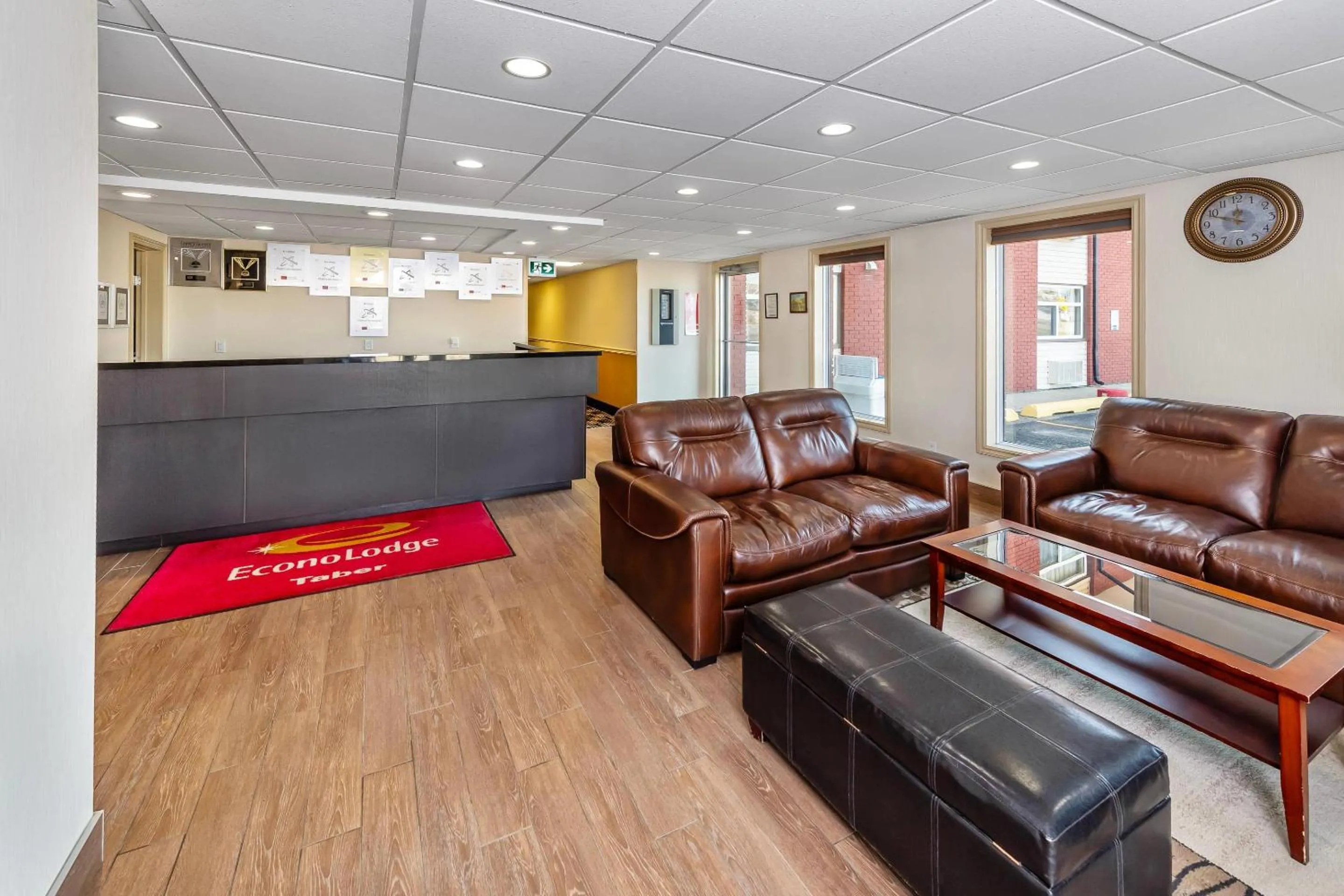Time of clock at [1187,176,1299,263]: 11:48
